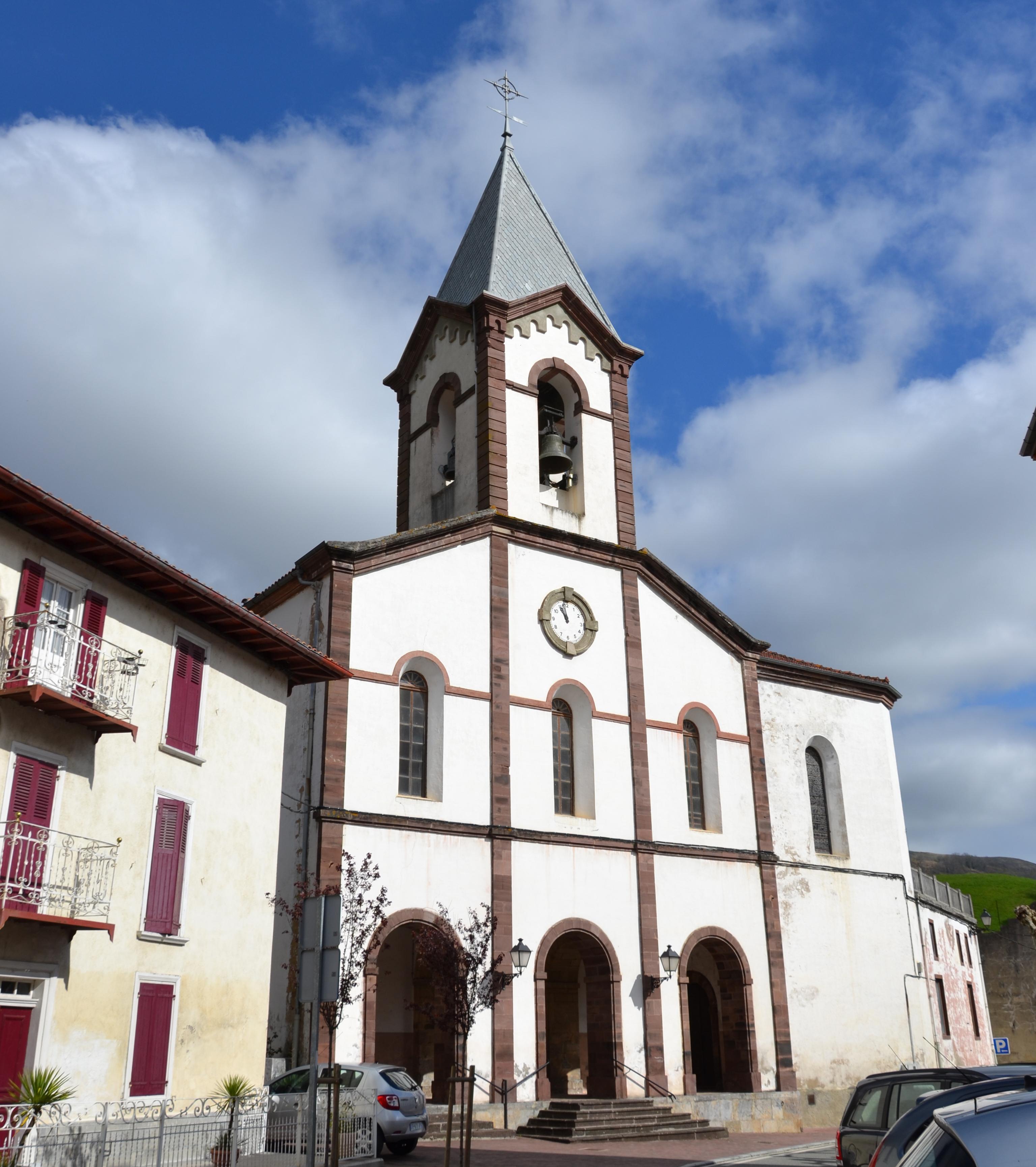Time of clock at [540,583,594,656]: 10:58
